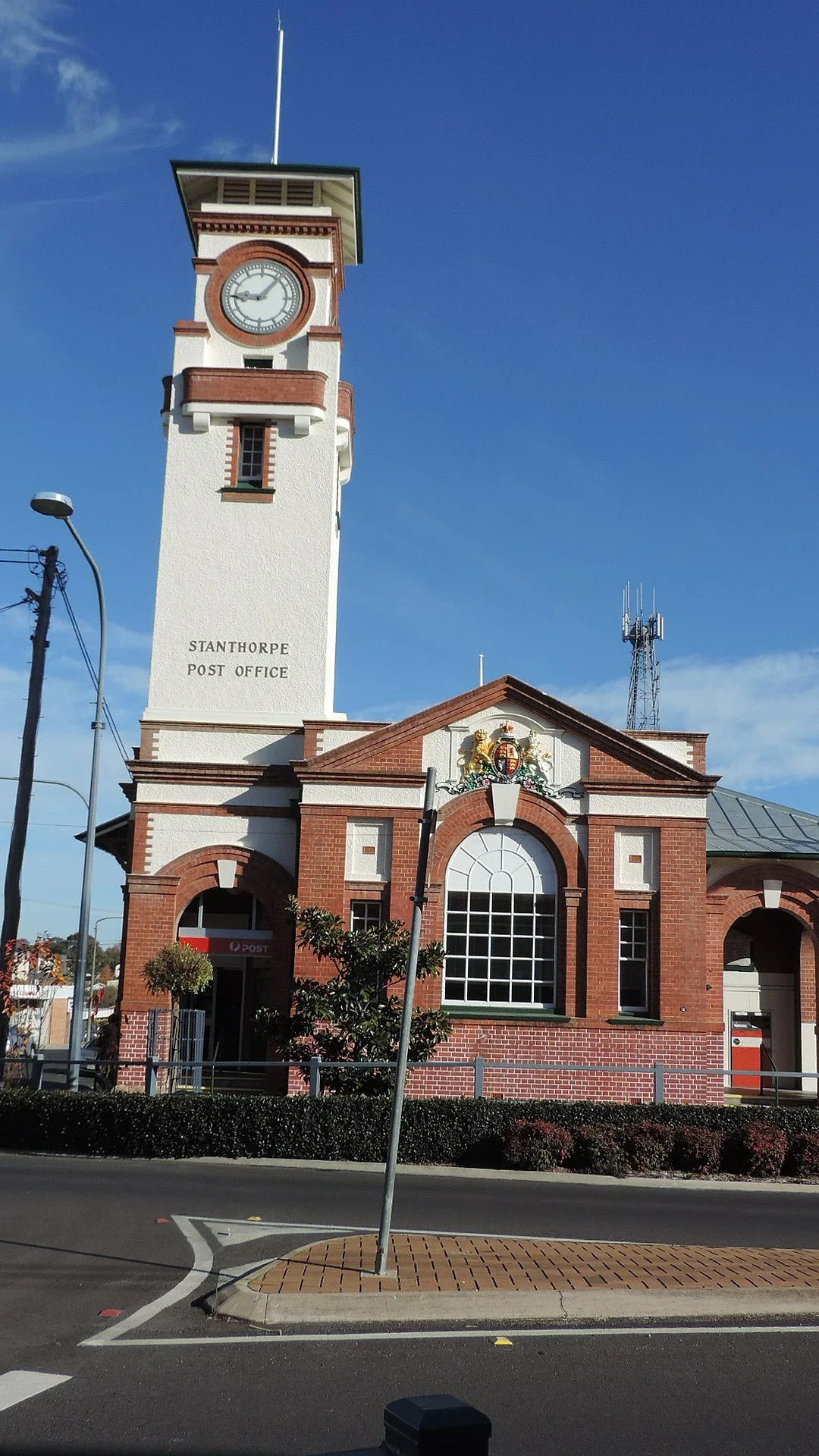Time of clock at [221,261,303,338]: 9:06
